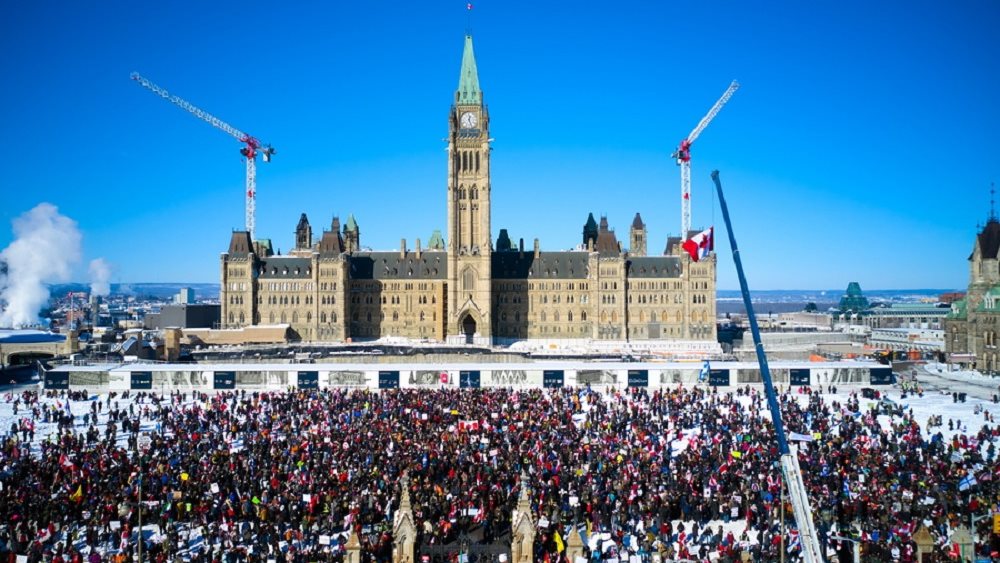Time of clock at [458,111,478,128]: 12:26
